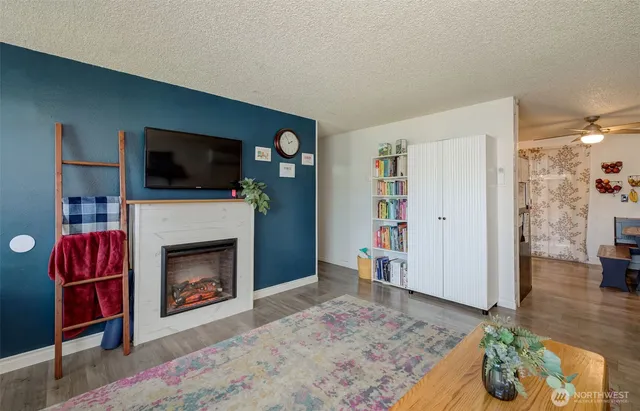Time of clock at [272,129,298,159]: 1:54
